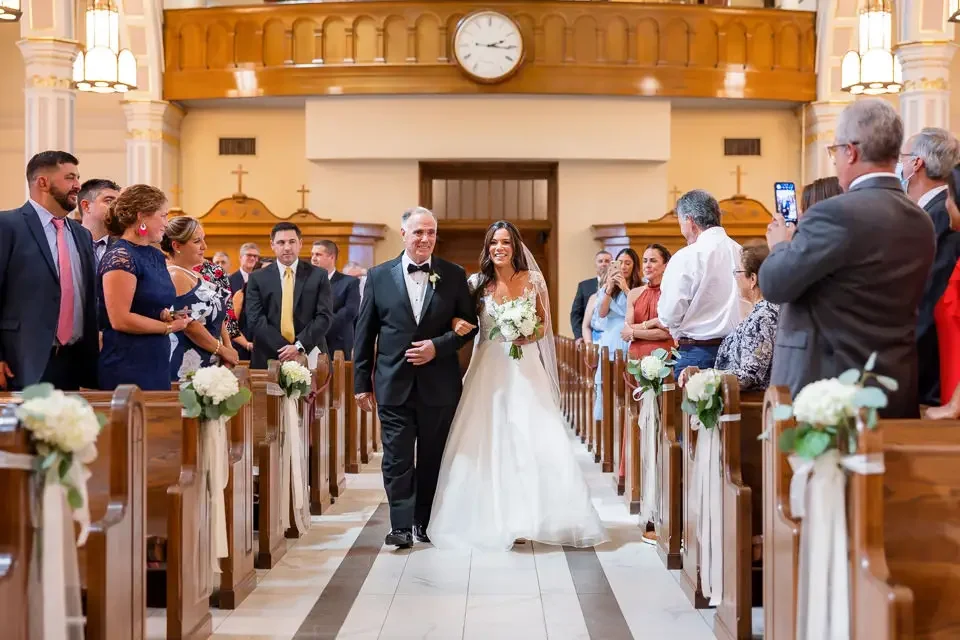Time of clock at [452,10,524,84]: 2:15
